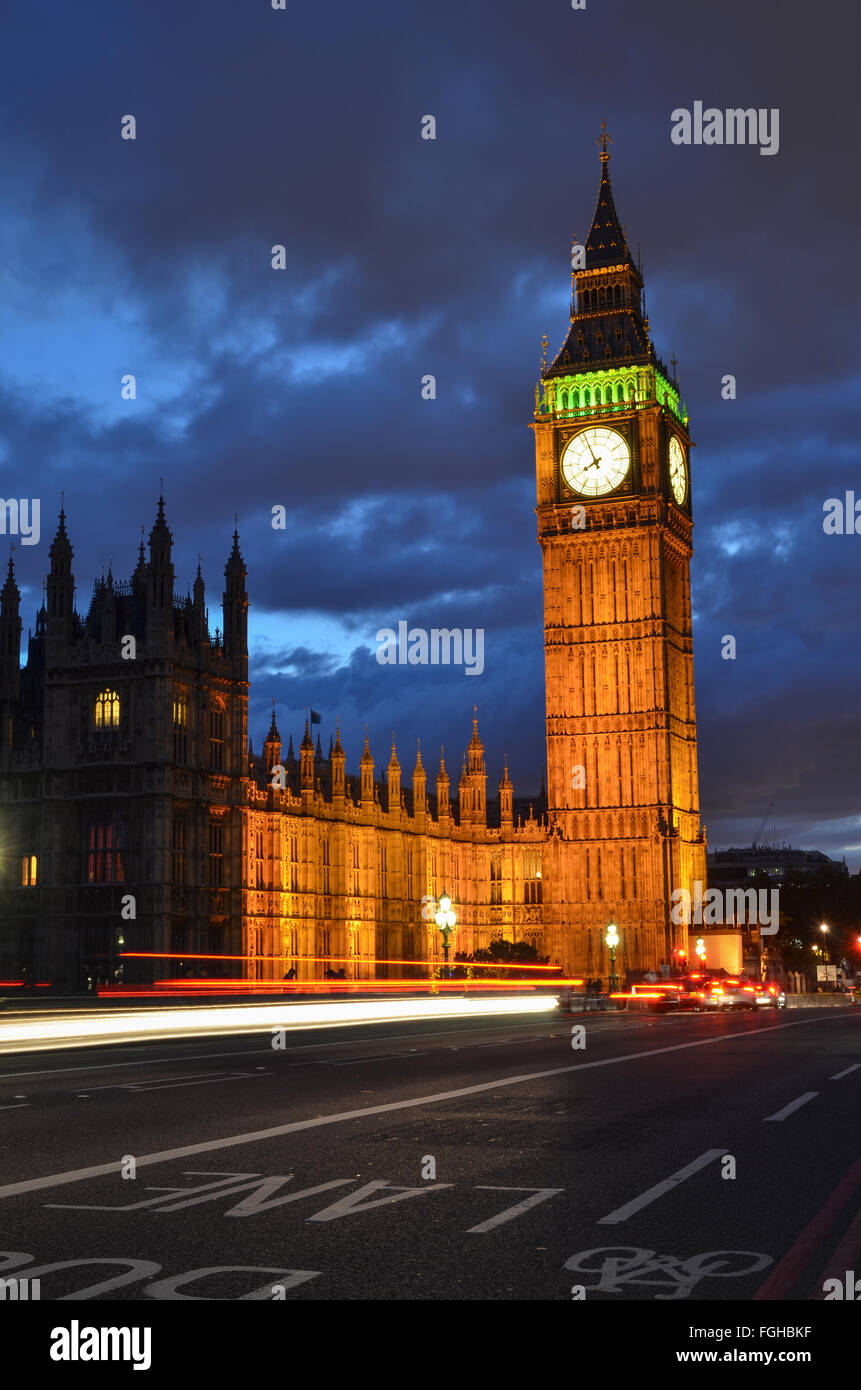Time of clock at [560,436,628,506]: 7:56
